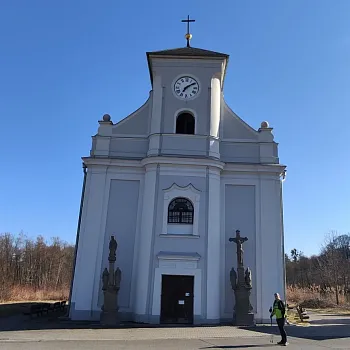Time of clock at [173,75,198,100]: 7:09
